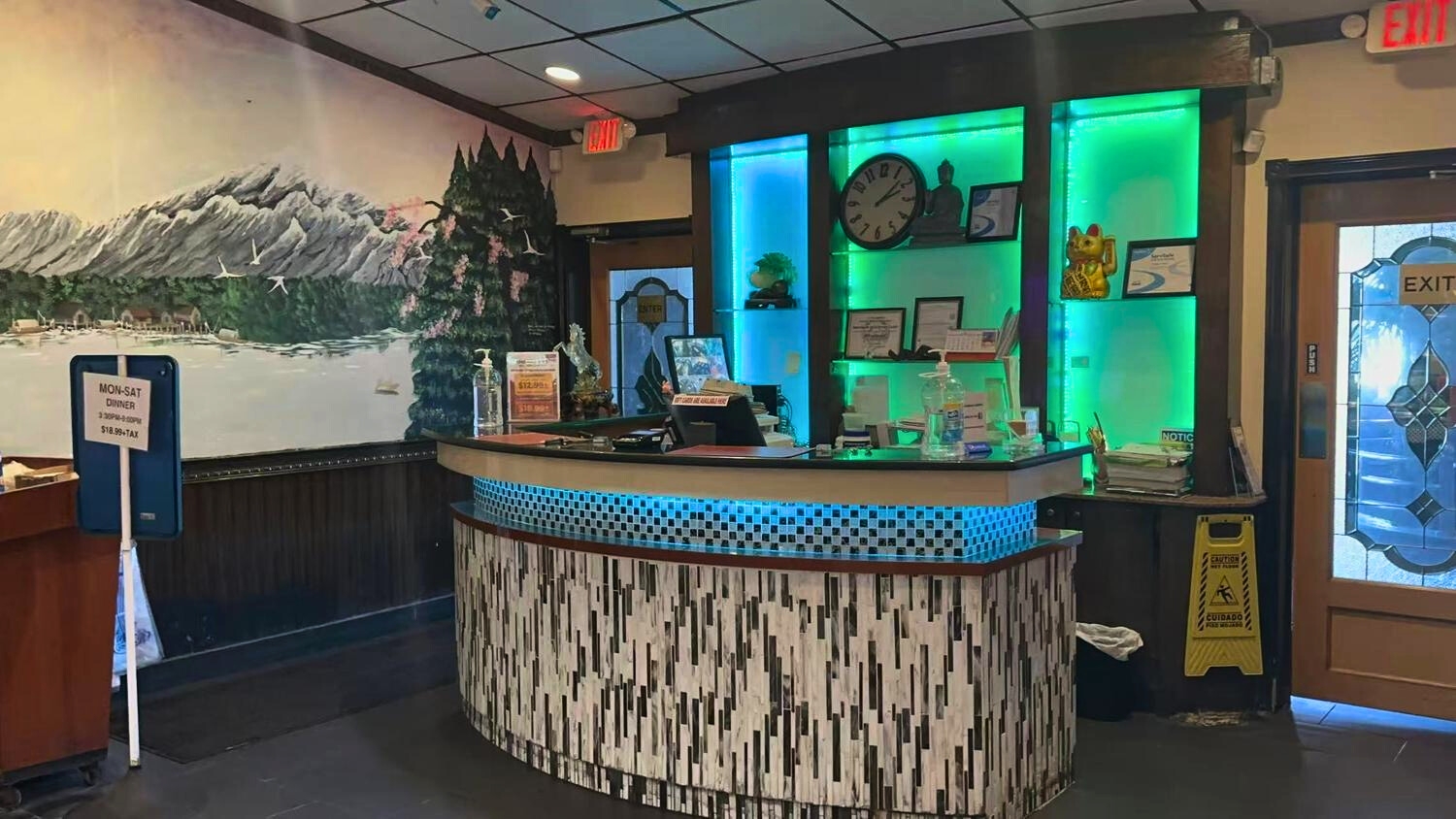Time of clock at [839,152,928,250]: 2:07
